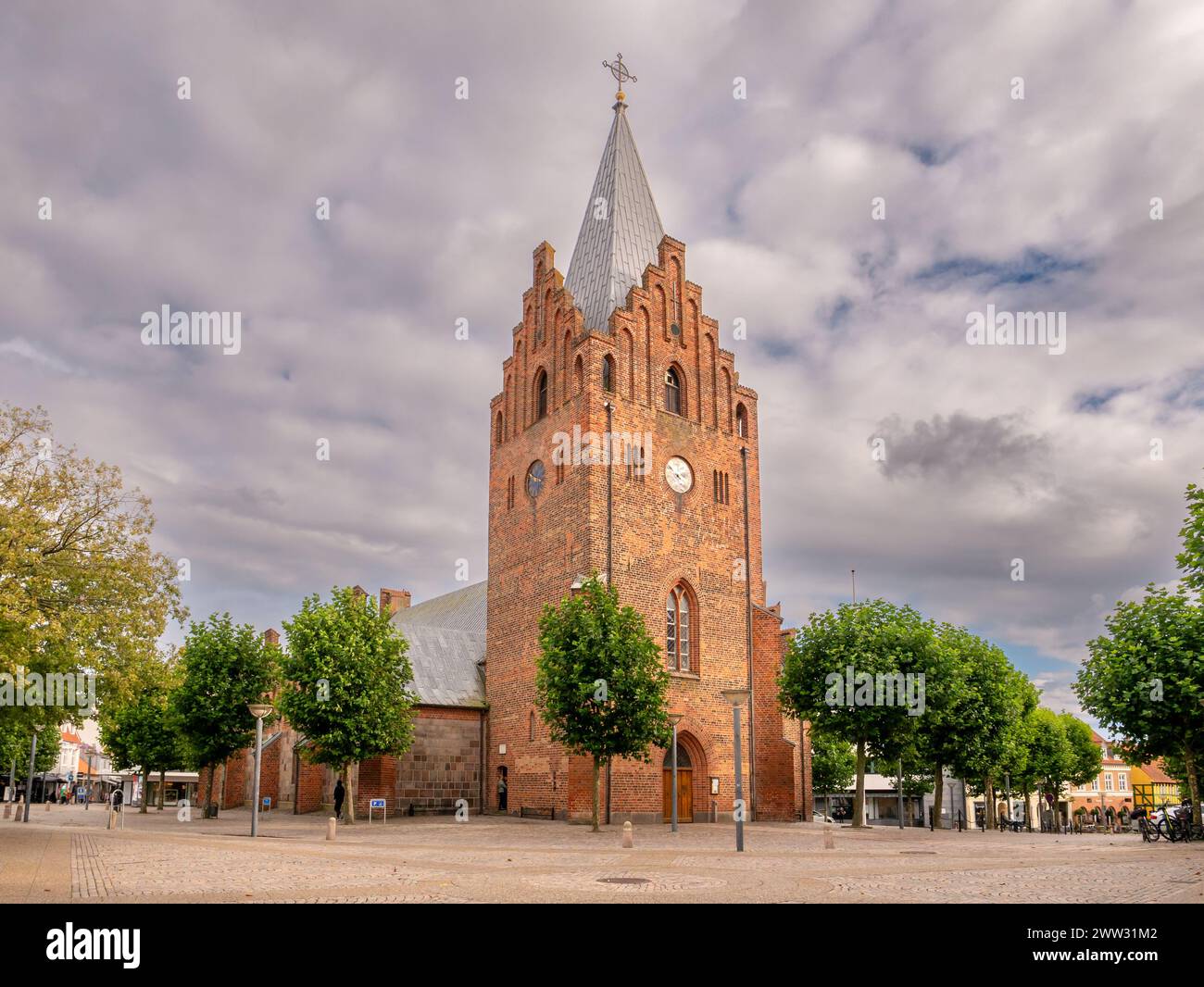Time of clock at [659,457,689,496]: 4:12
